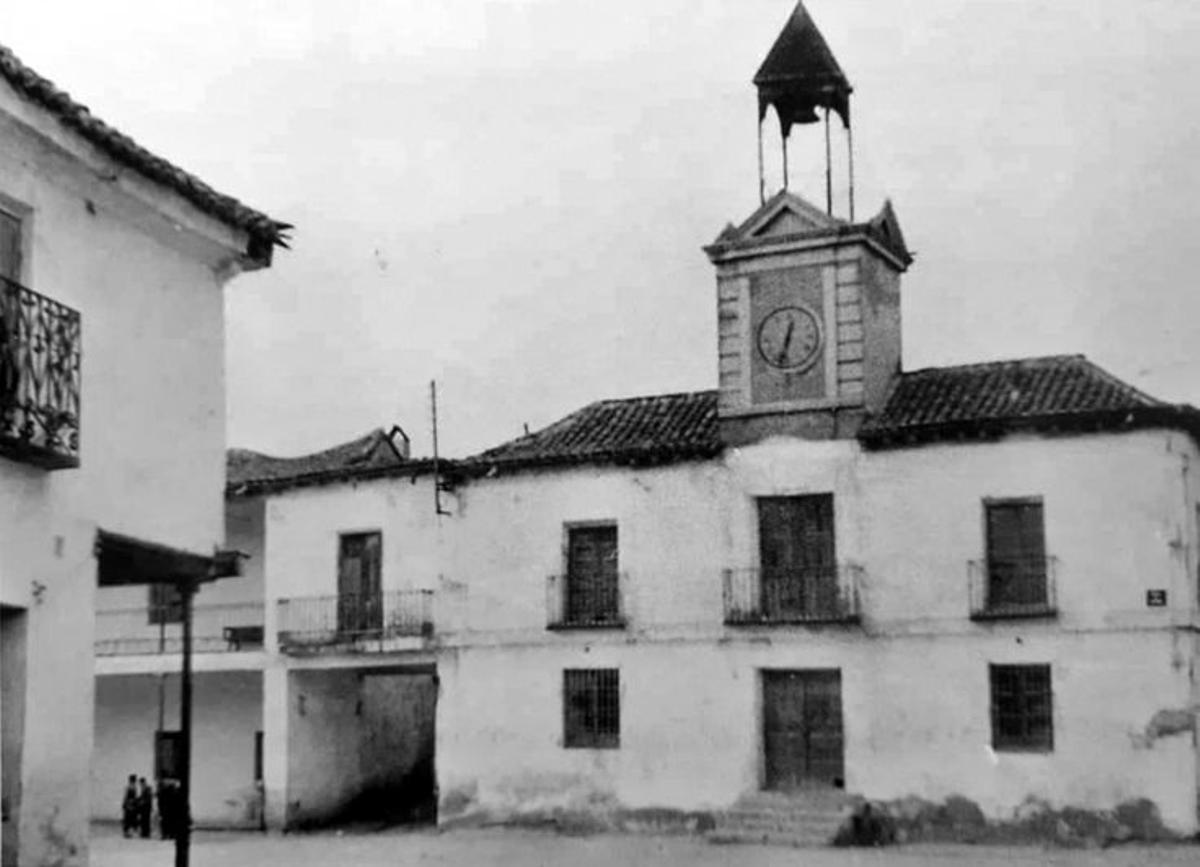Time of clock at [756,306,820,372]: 12:32
